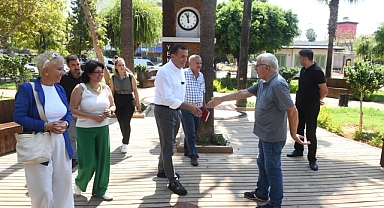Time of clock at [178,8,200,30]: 11:56
